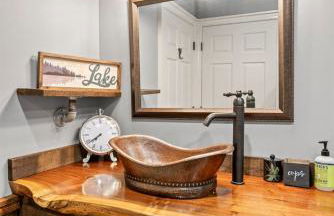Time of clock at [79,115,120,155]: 7:39
